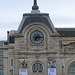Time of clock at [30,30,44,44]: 7:15
